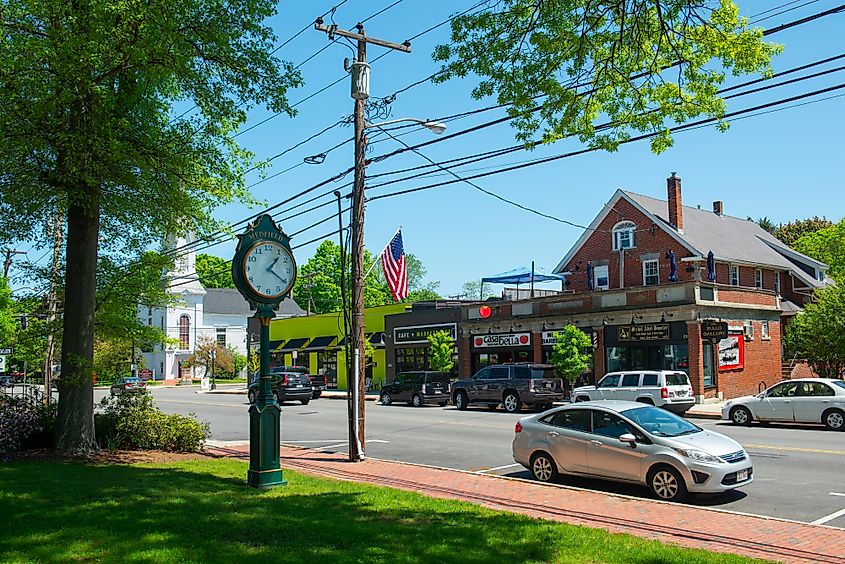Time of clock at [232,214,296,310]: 1:20
